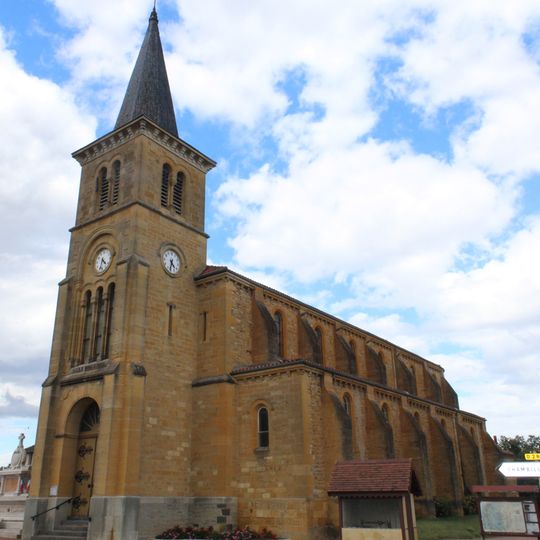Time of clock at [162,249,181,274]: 4:32
